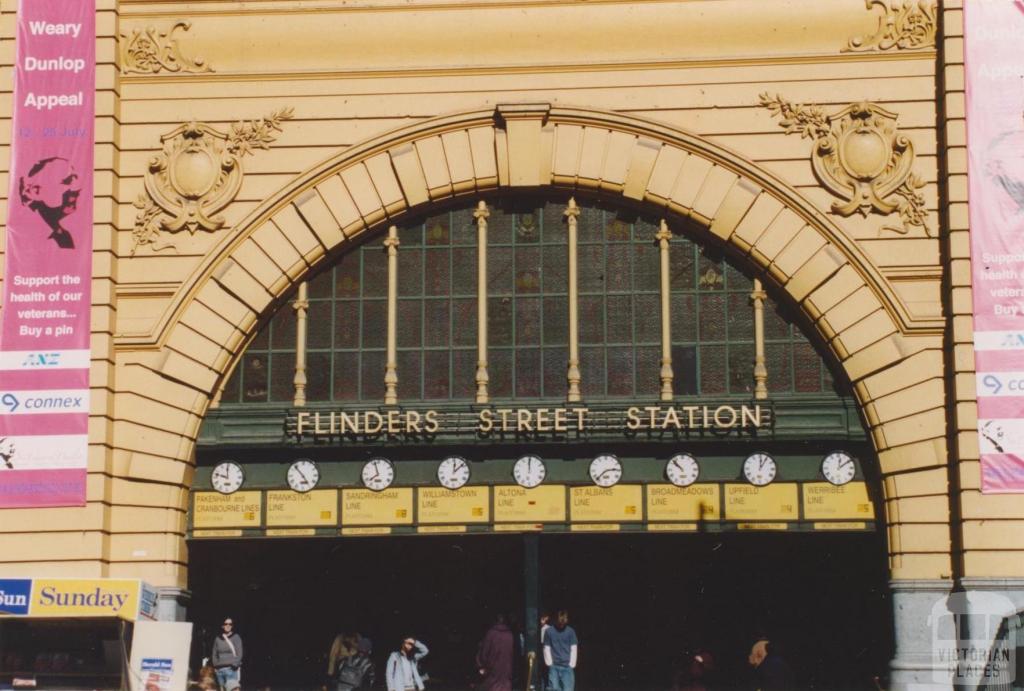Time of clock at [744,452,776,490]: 12:05
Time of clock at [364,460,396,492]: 7:57
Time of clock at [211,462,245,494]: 11:47
